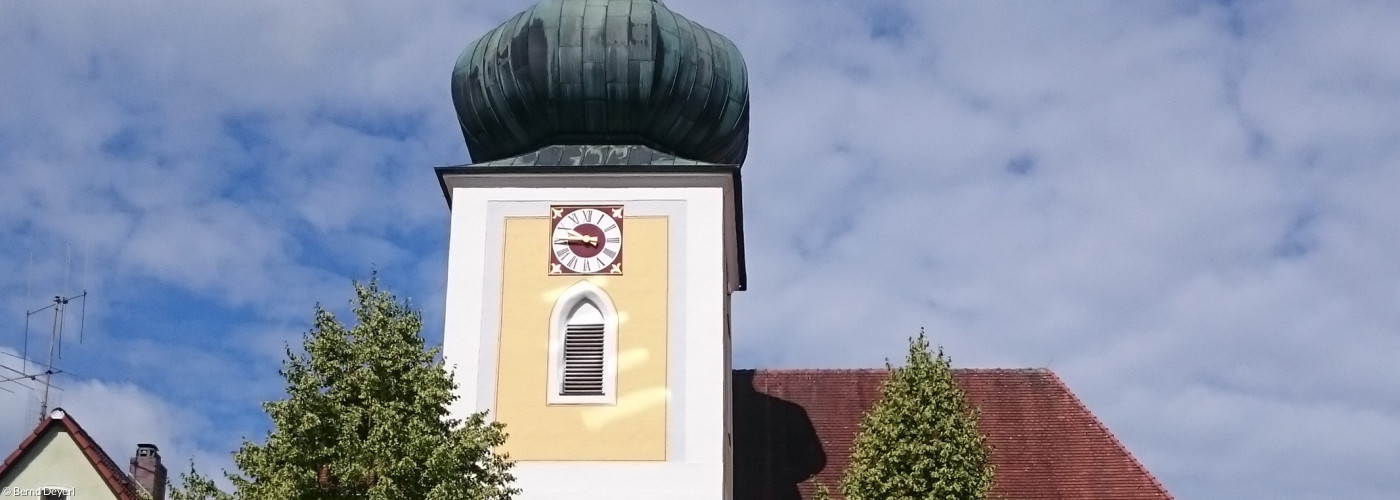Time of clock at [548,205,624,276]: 9:44
